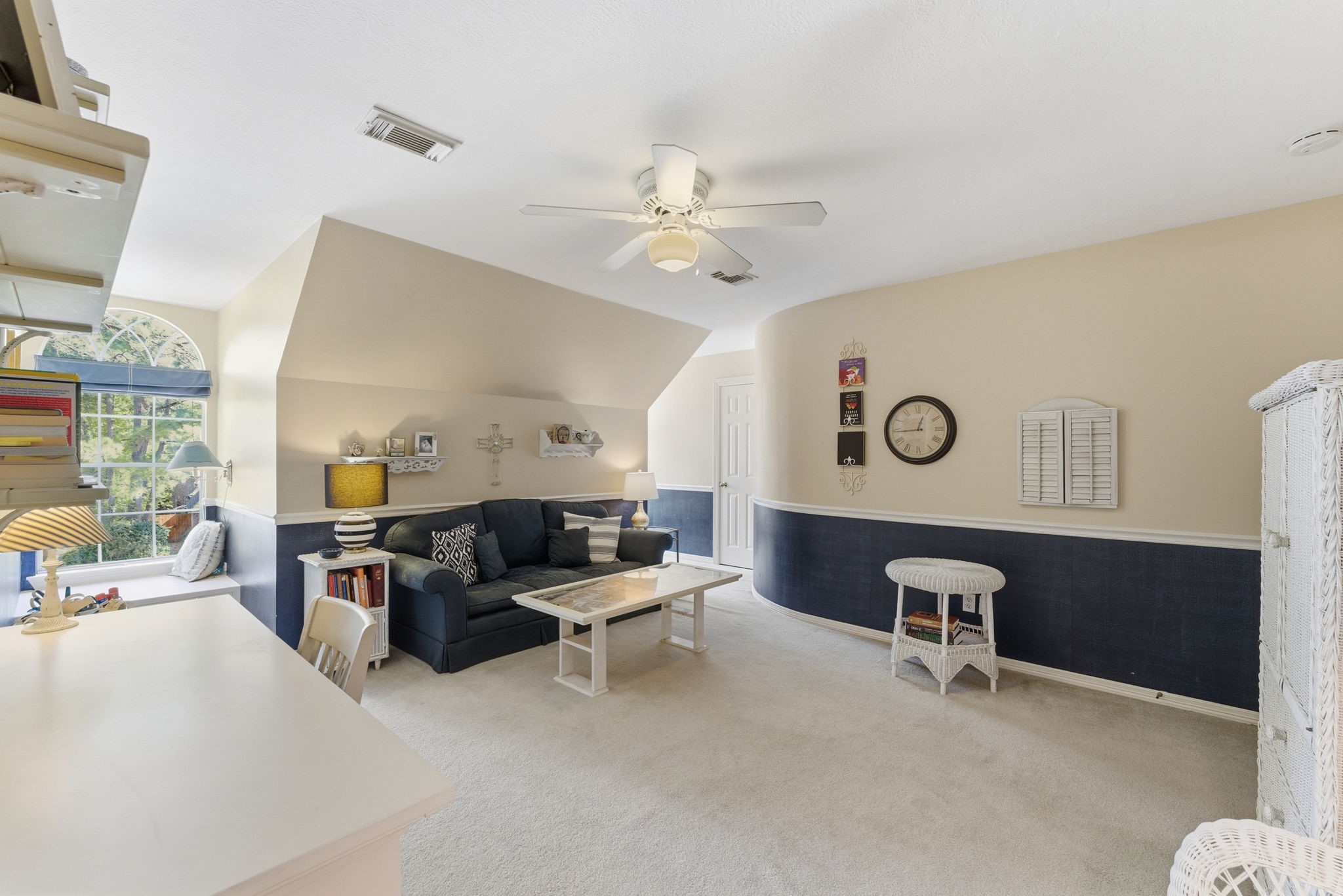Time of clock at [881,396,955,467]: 12:44
